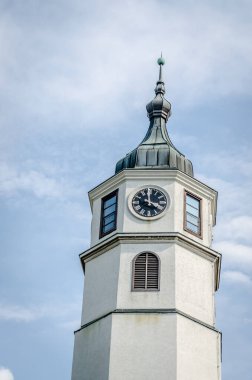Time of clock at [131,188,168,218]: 3:58
